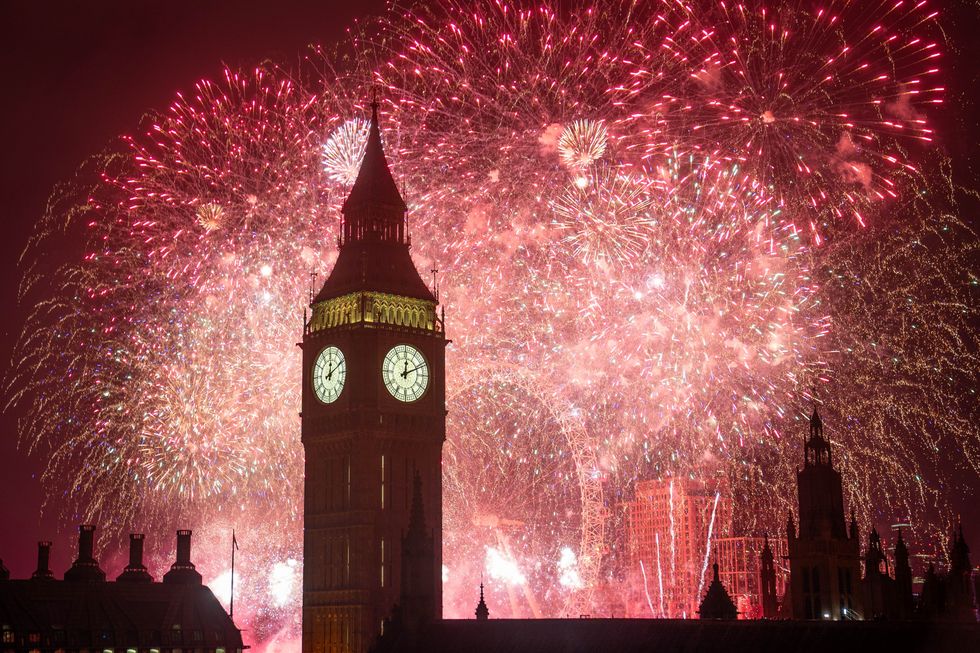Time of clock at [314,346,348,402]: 12:10
